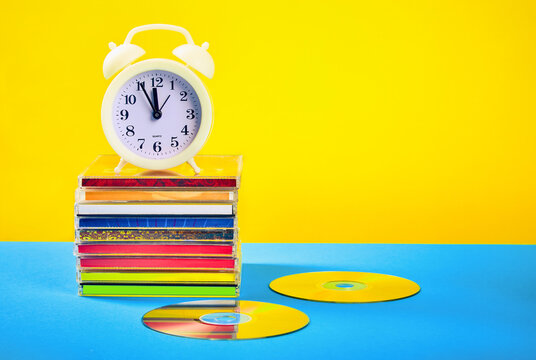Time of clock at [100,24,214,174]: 11:55
